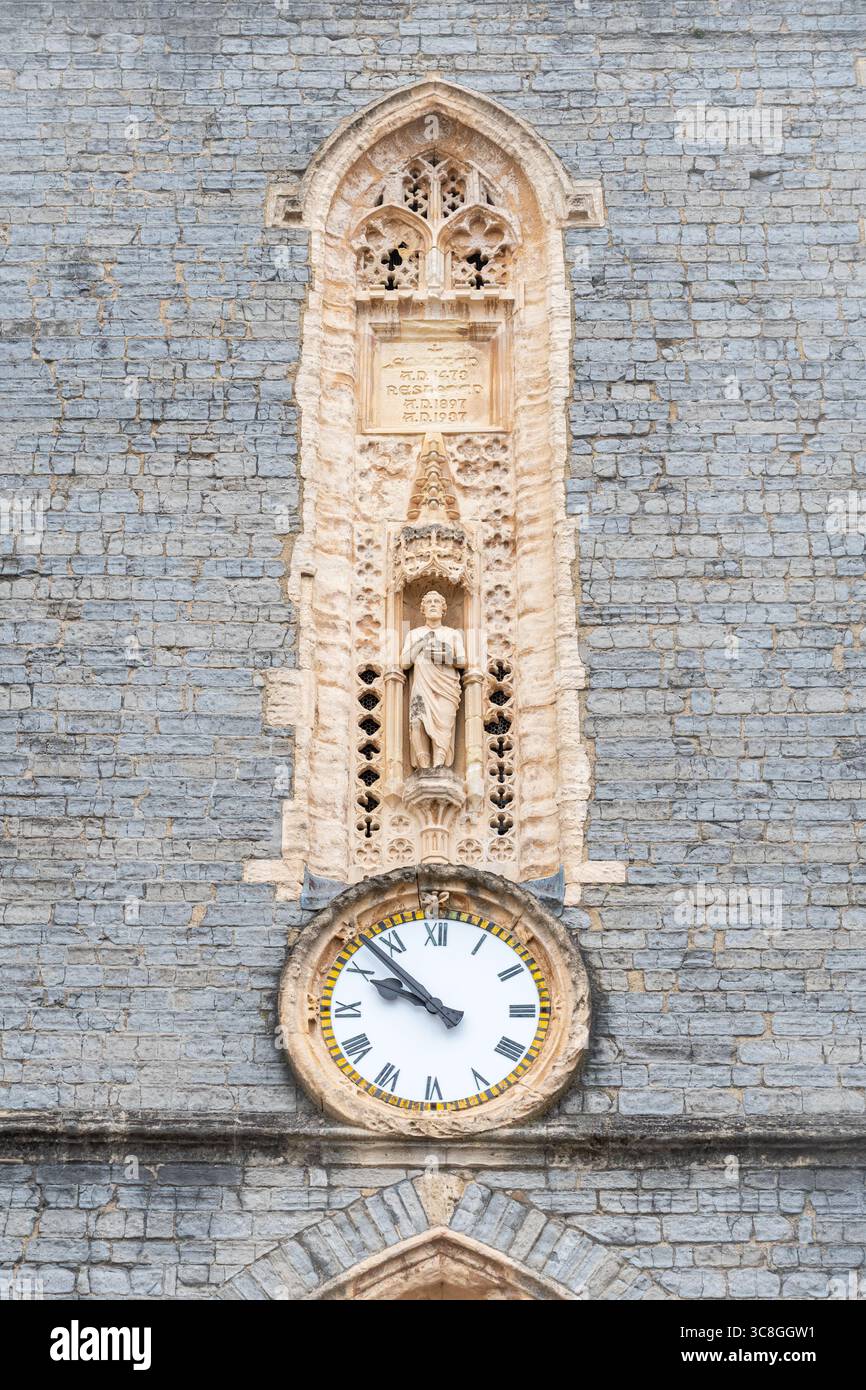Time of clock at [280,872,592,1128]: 9:52
